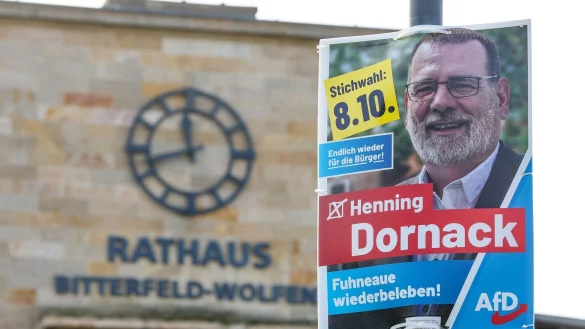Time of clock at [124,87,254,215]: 11:42
